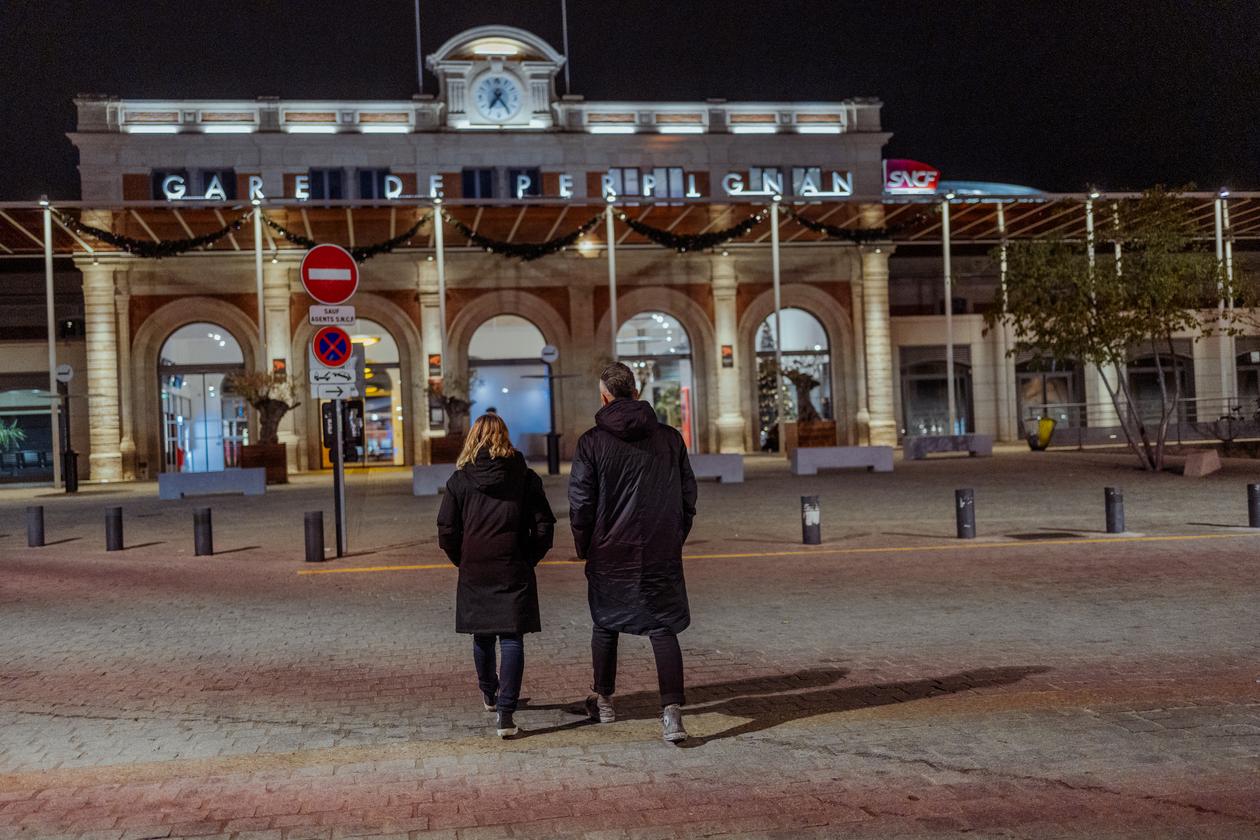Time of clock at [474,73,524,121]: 7:24
